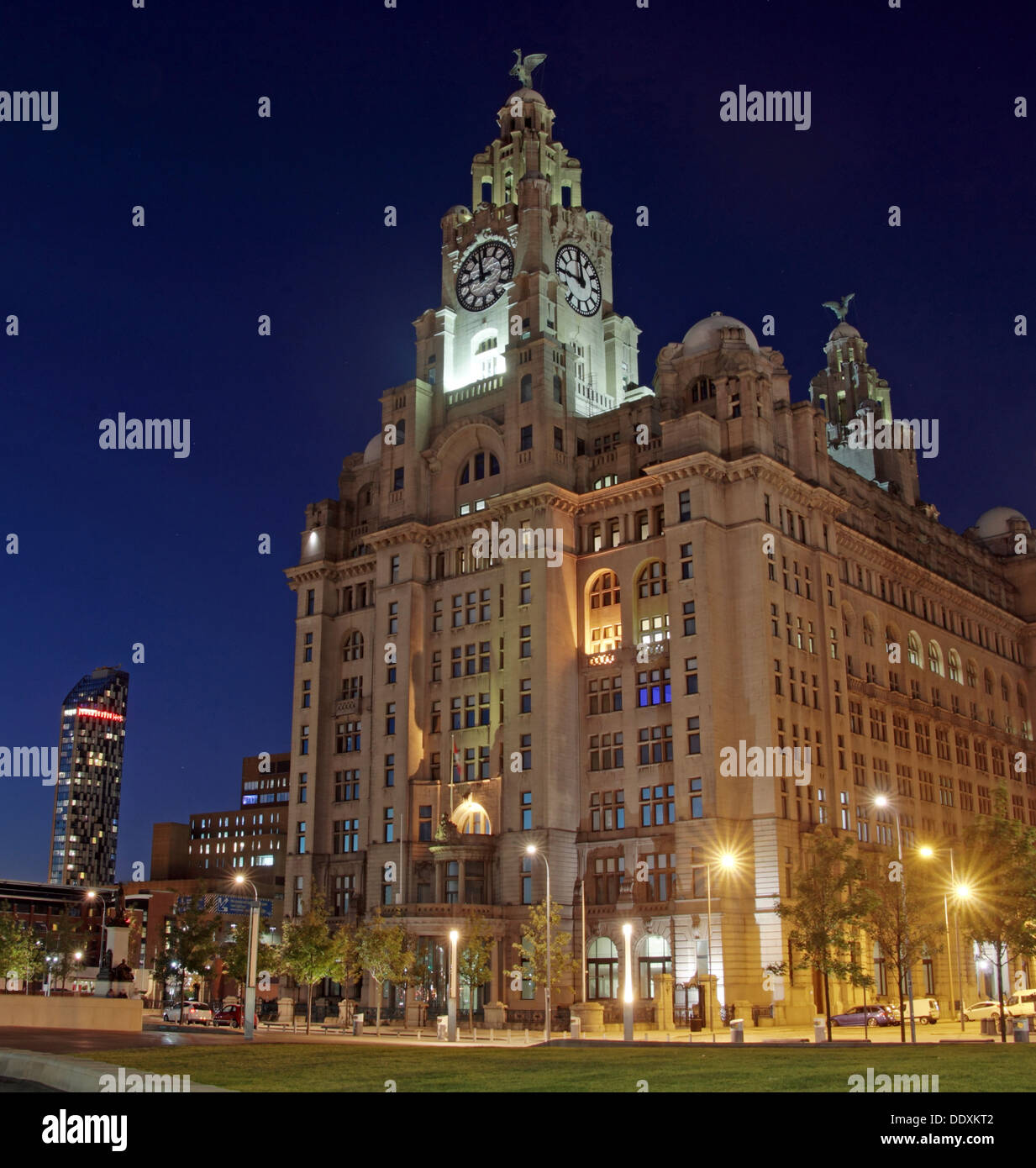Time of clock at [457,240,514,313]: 11:44
